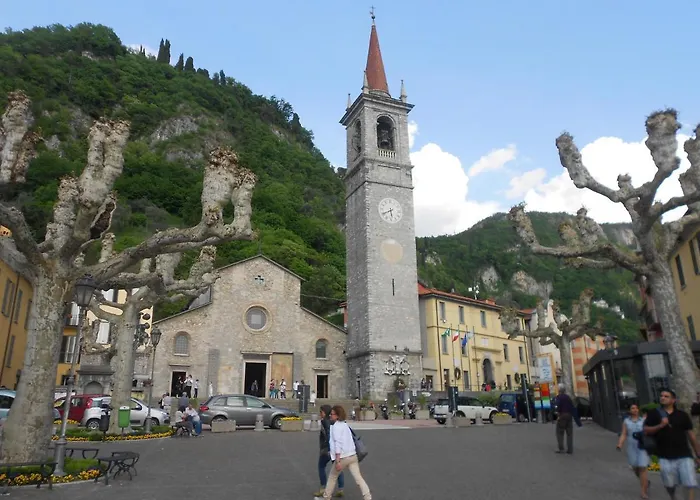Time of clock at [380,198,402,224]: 5:40
